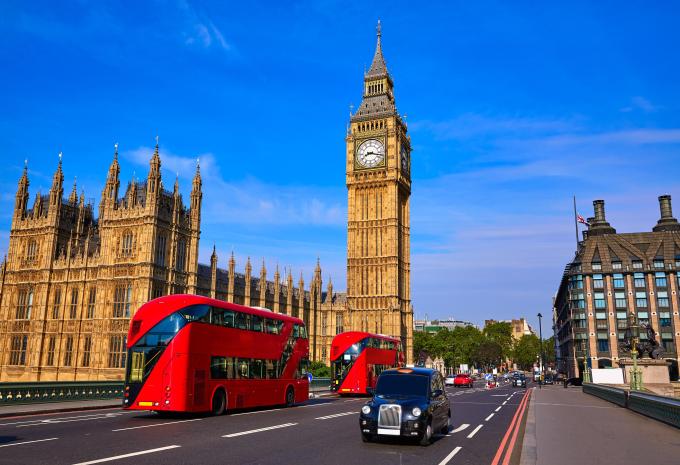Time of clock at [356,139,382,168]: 8:17
